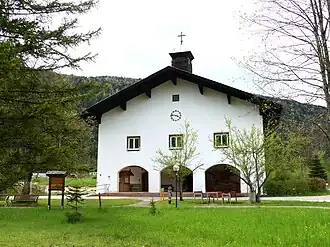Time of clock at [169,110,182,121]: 3:46
